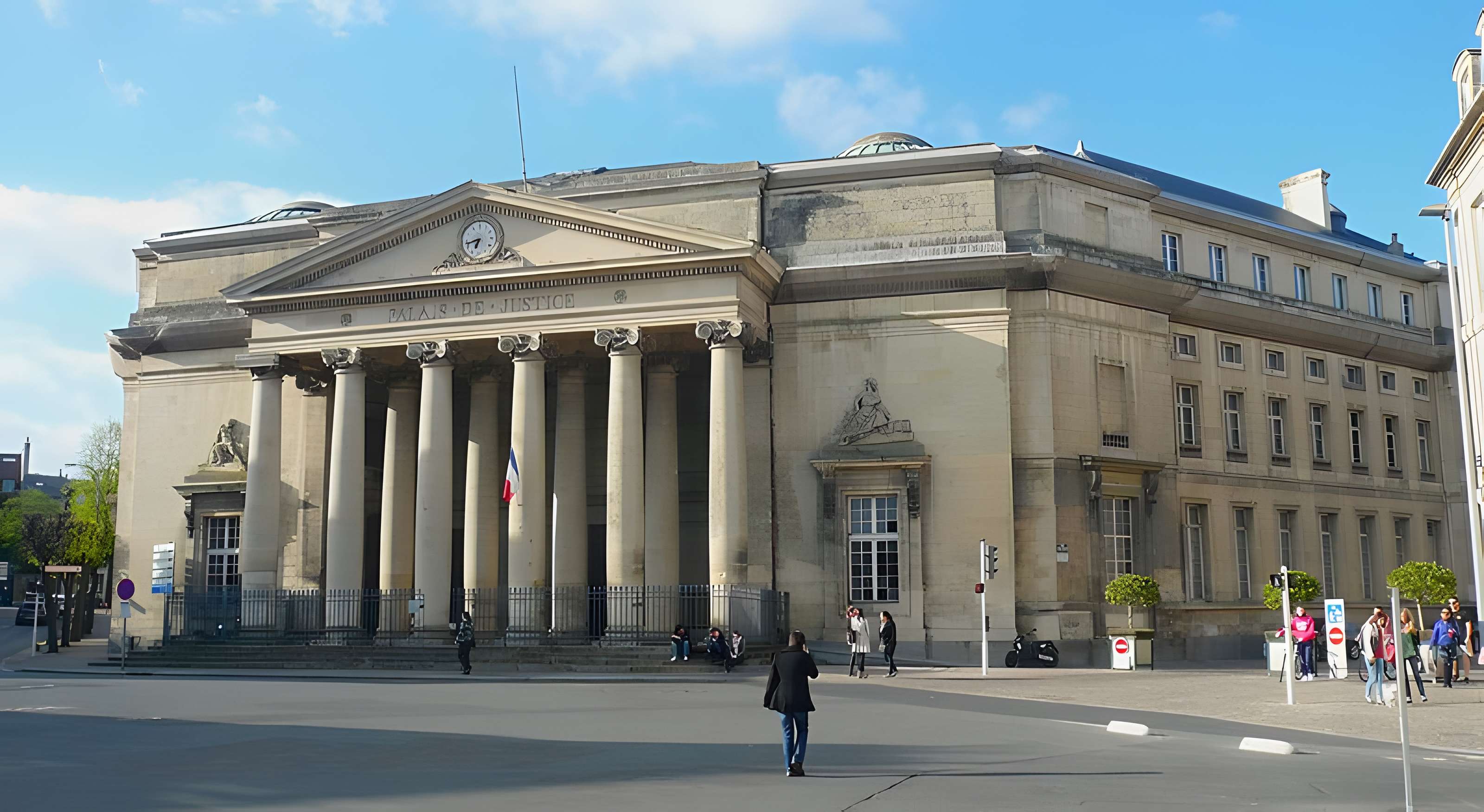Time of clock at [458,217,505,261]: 6:42
